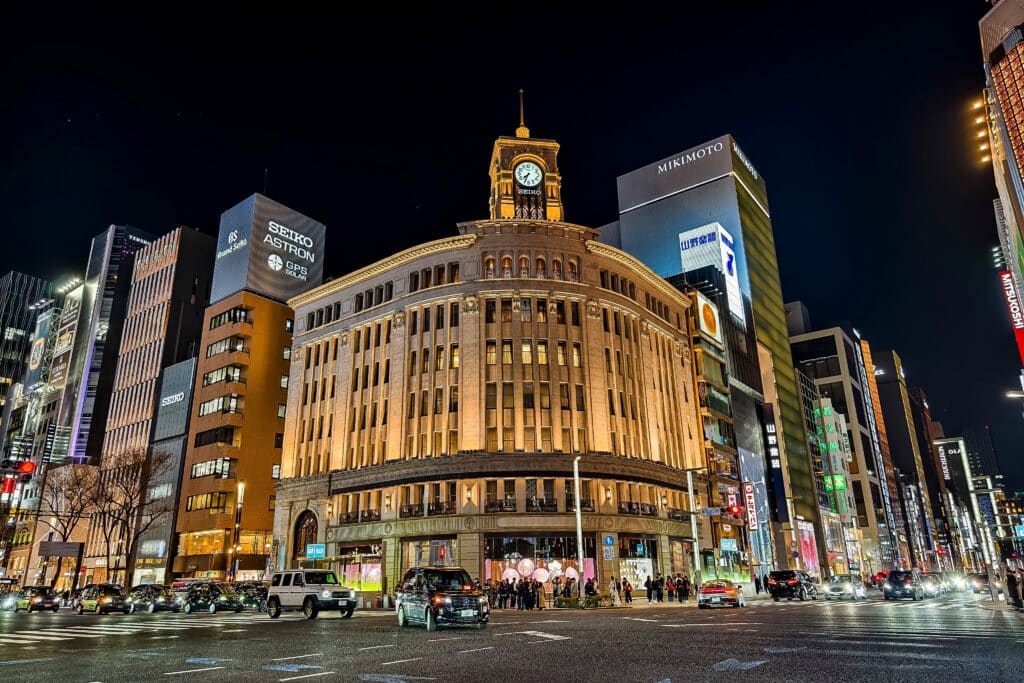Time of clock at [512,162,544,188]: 7:33
